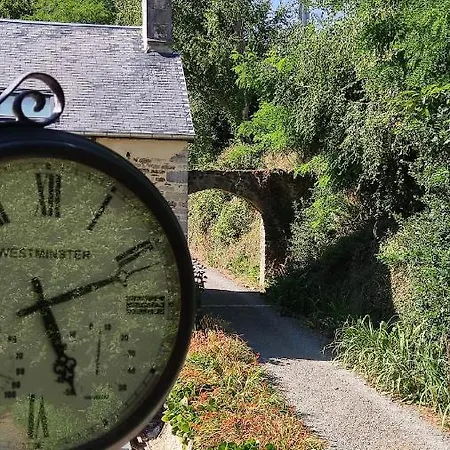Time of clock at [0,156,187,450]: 5:11
